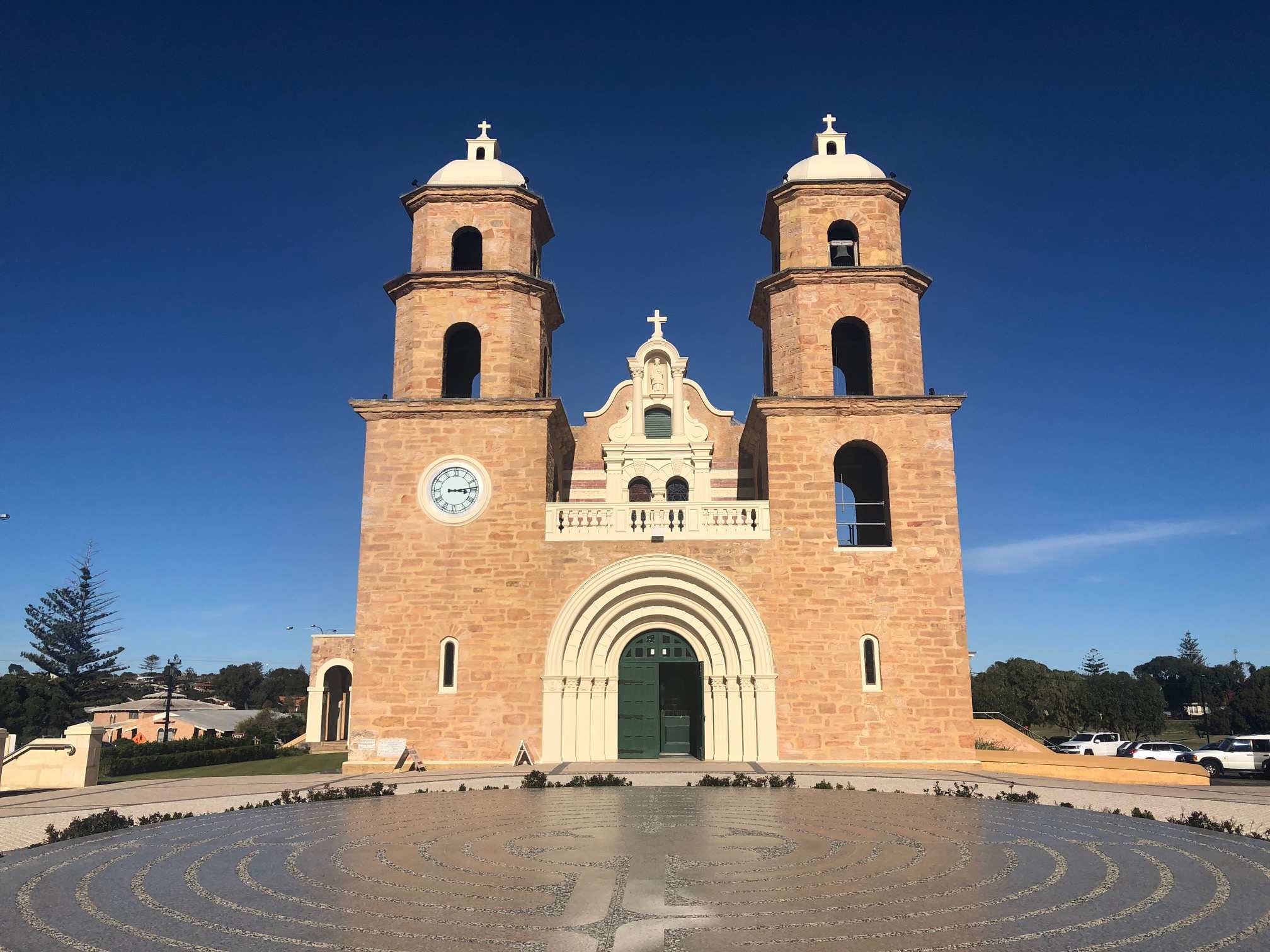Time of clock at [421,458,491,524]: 3:13
